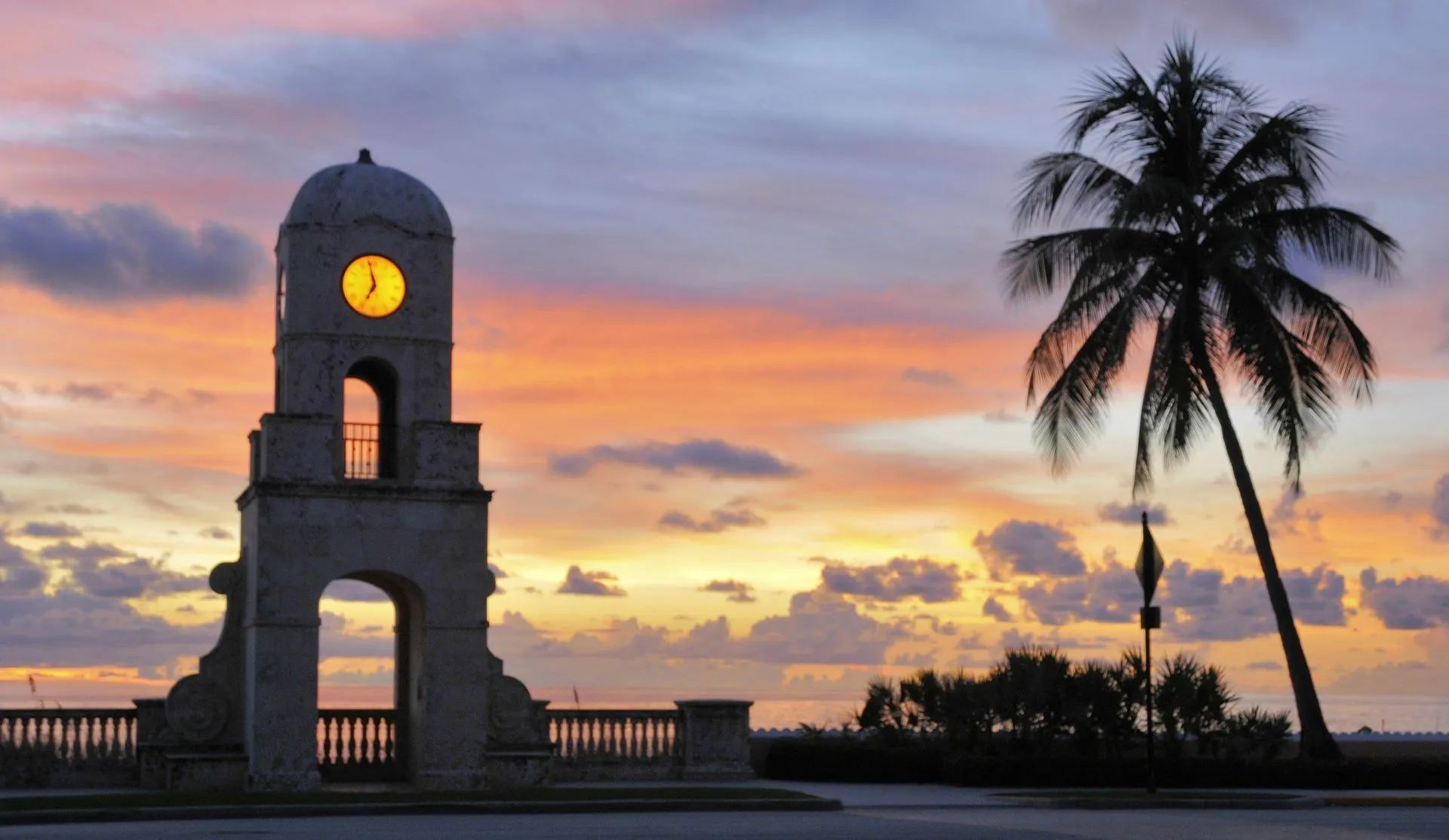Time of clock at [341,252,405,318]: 6:58
